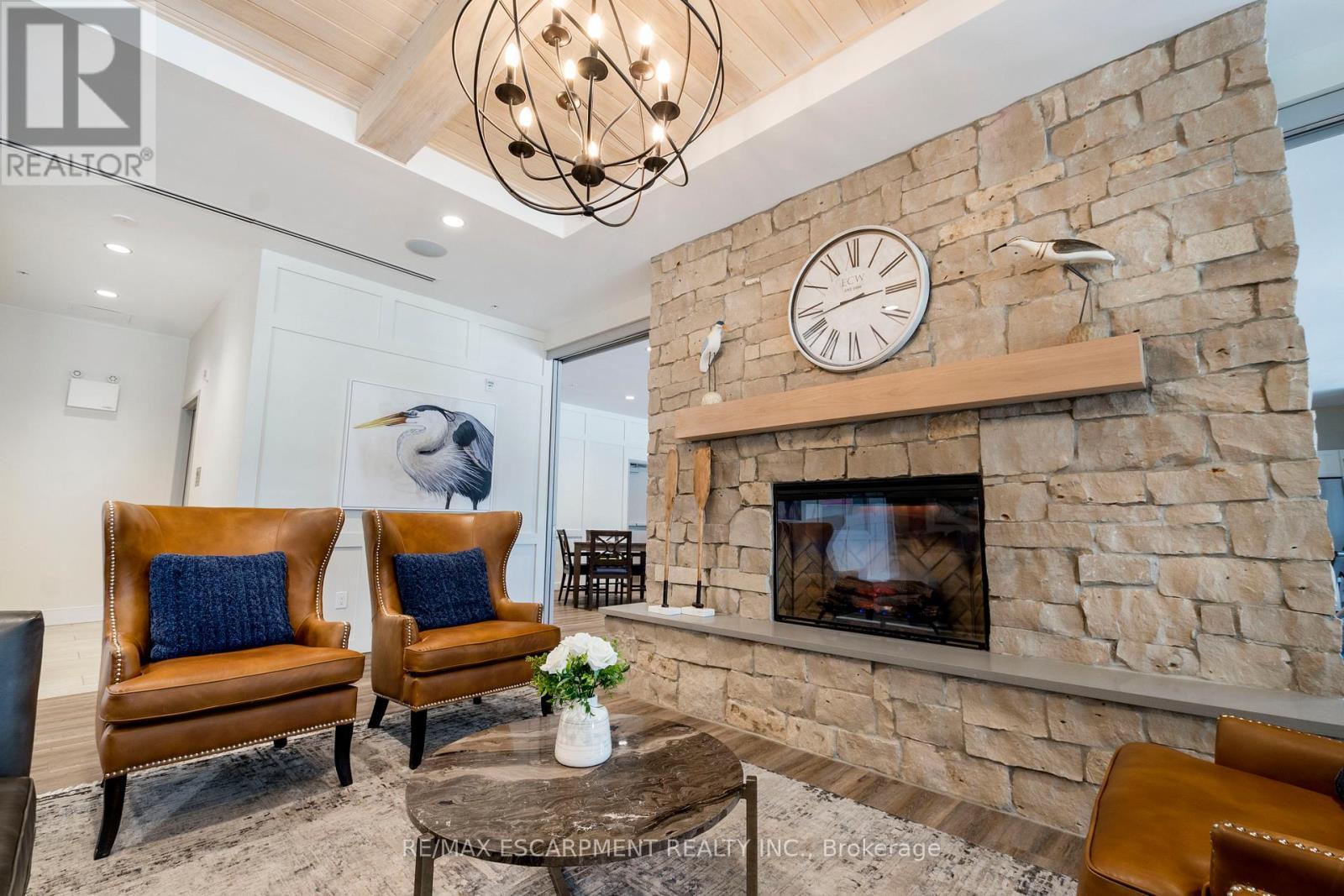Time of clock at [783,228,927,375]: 2:42
